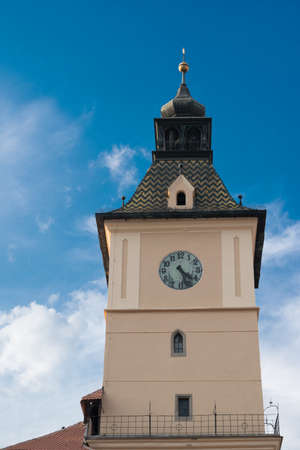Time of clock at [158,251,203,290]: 4:26
